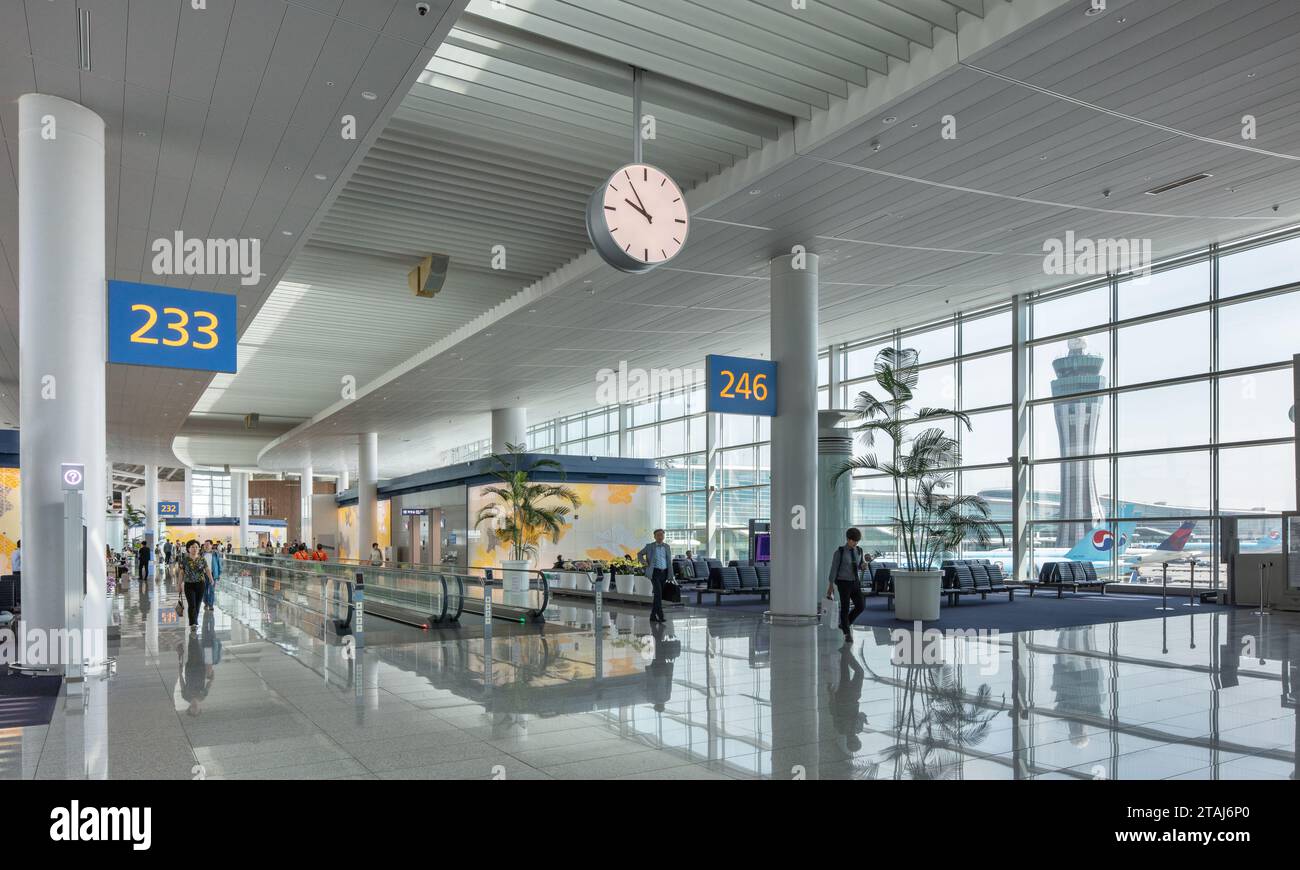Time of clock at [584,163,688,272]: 9:54
